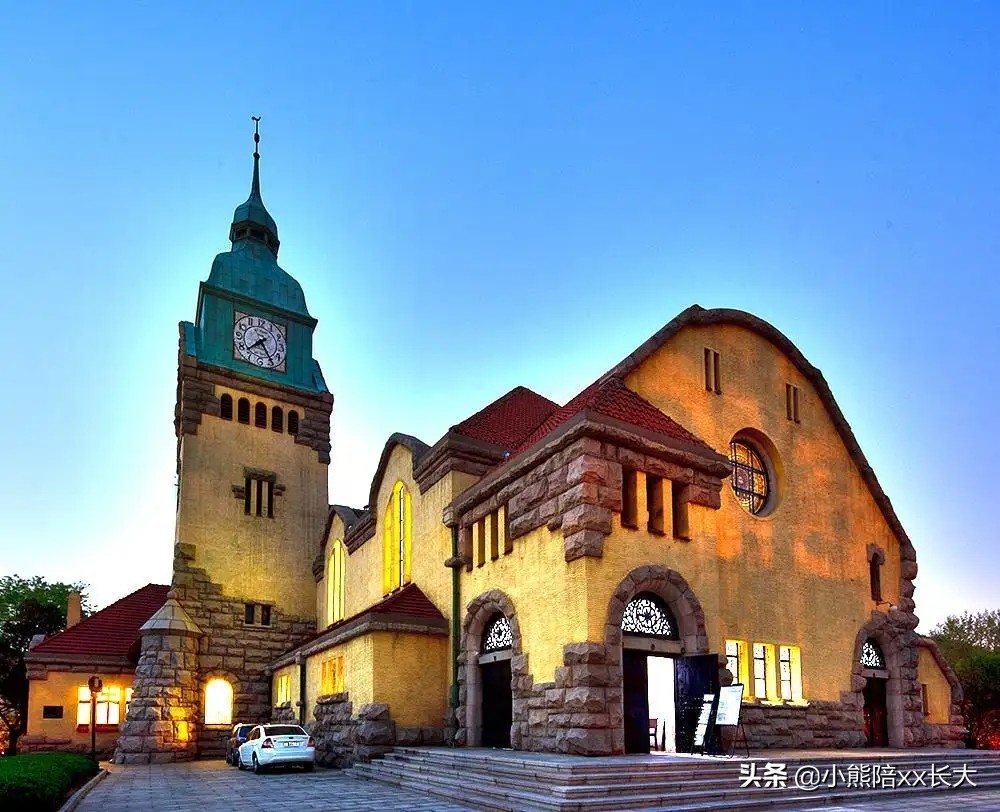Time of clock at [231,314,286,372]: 7:24
